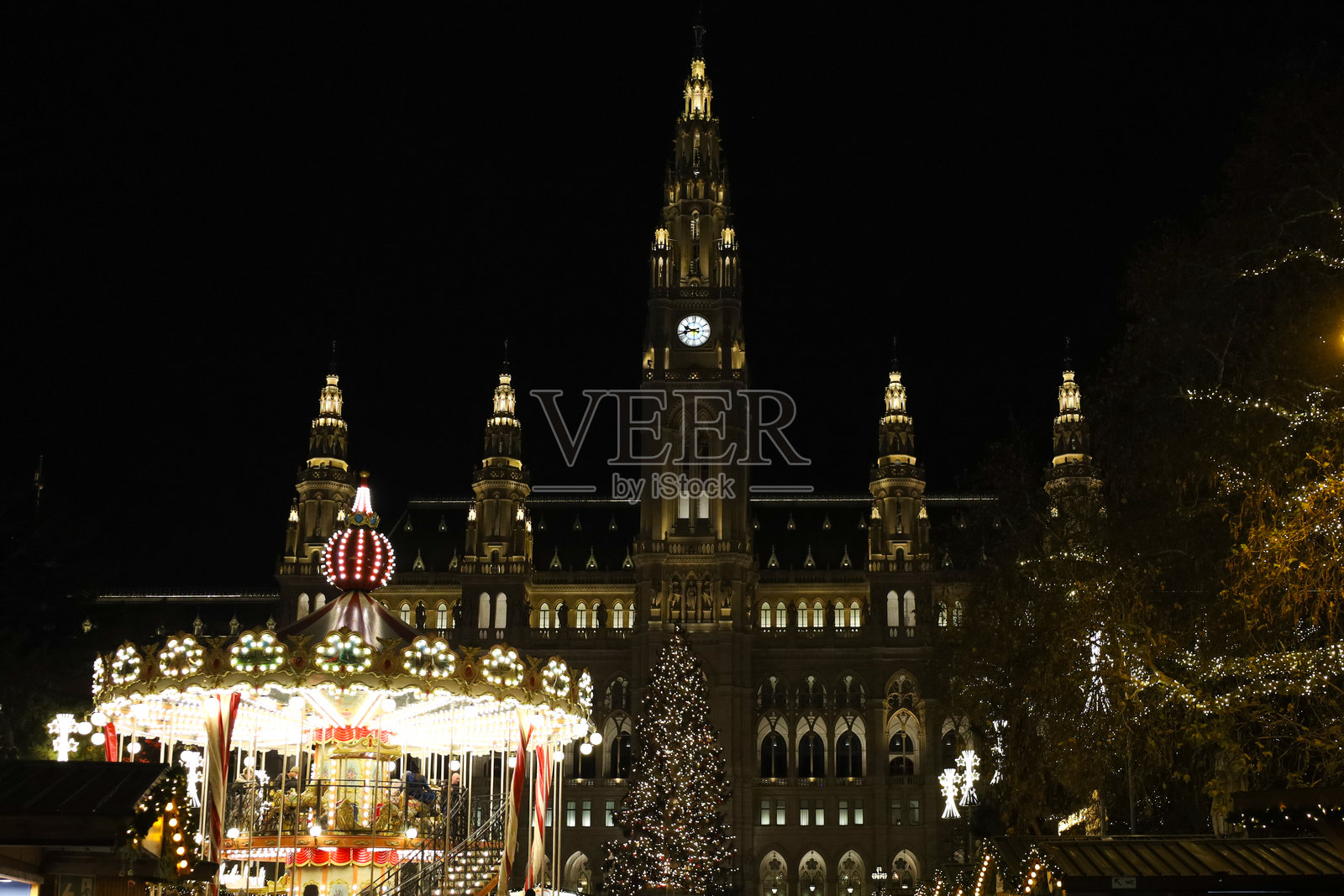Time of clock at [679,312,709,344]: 9:42
